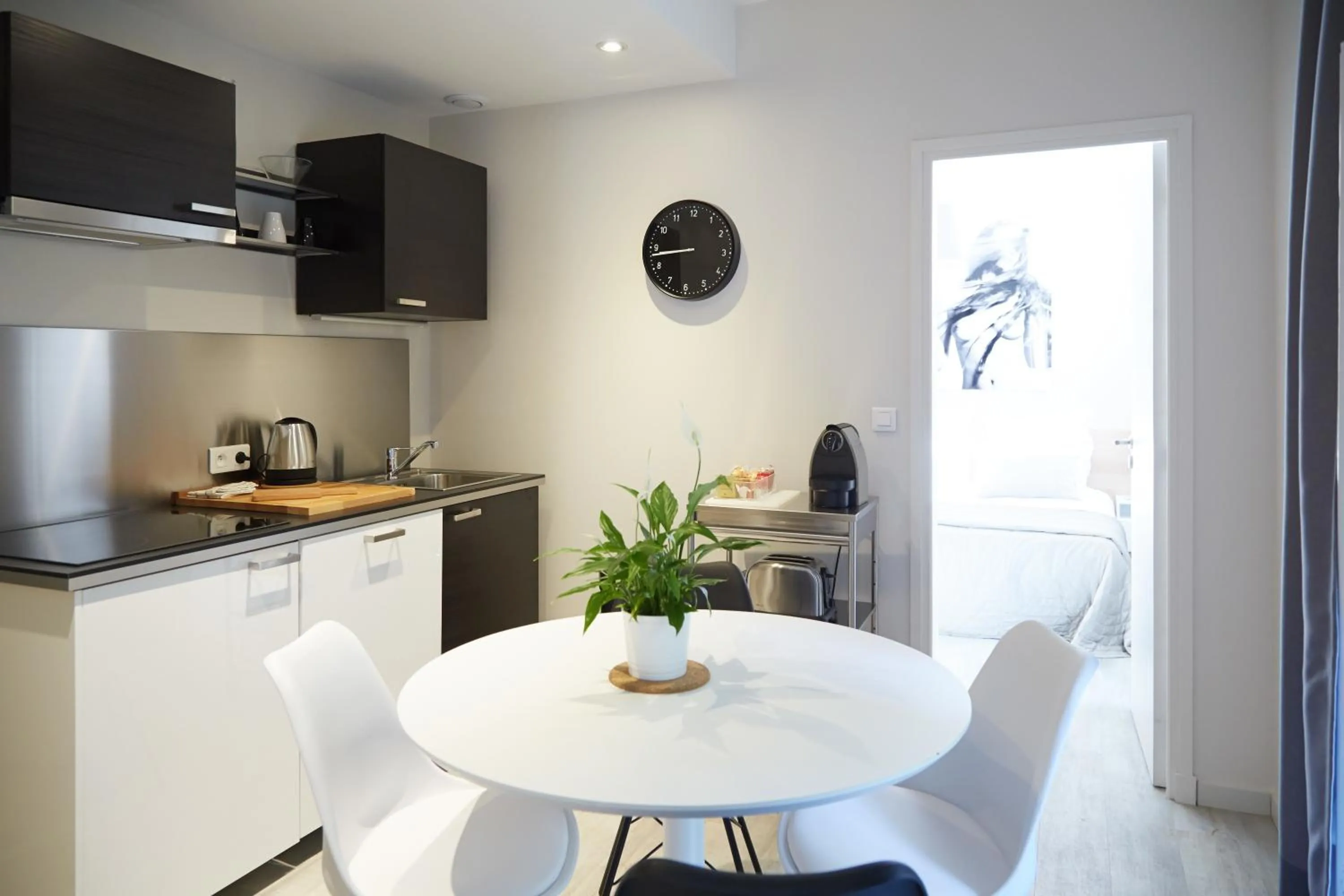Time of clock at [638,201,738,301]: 8:43
